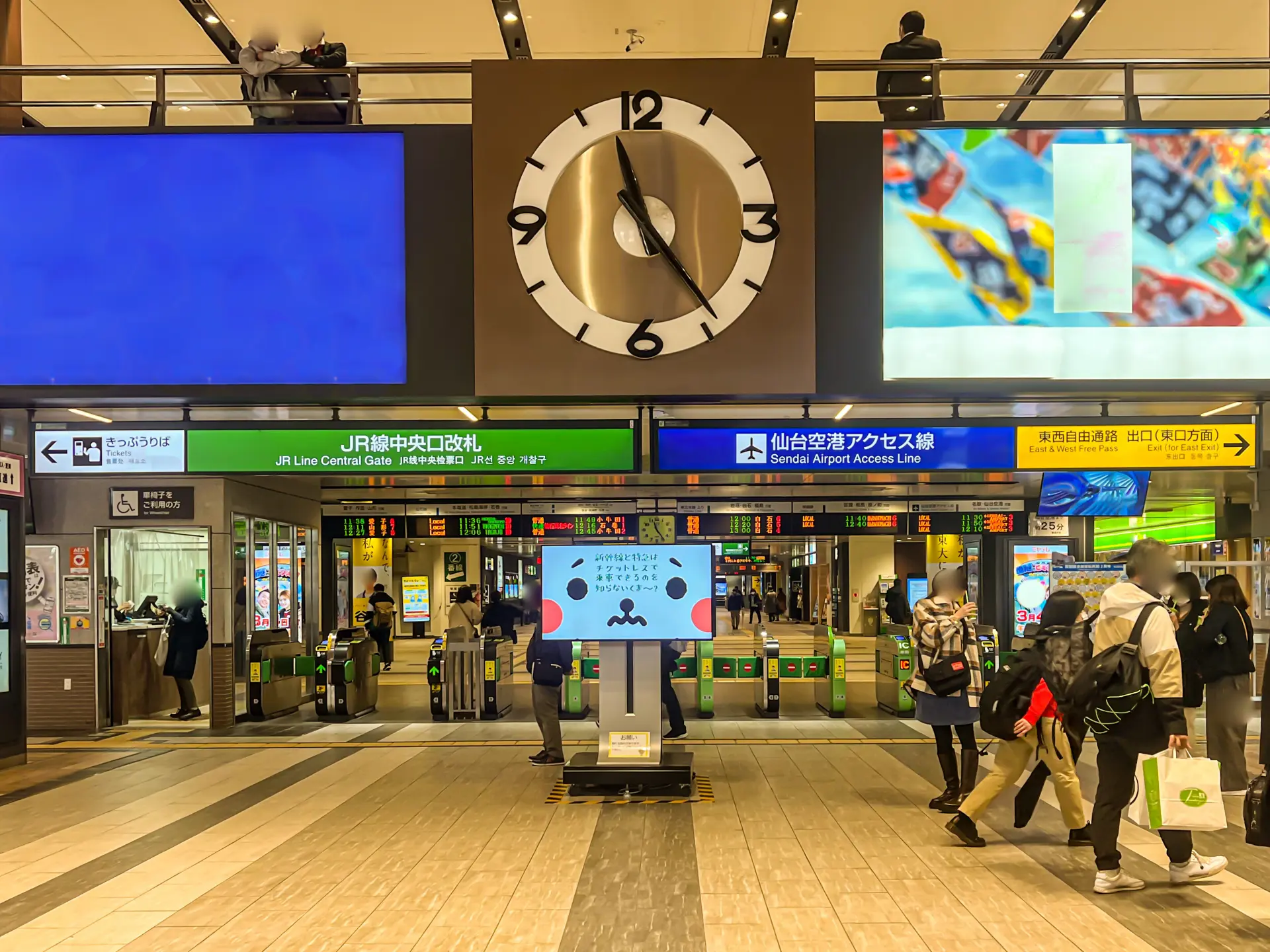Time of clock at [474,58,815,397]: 11:24
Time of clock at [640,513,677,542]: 11:24
